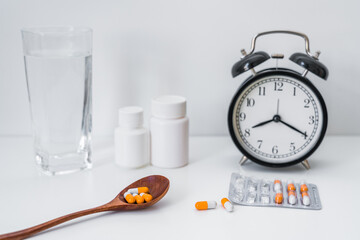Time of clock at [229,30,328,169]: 8:19
